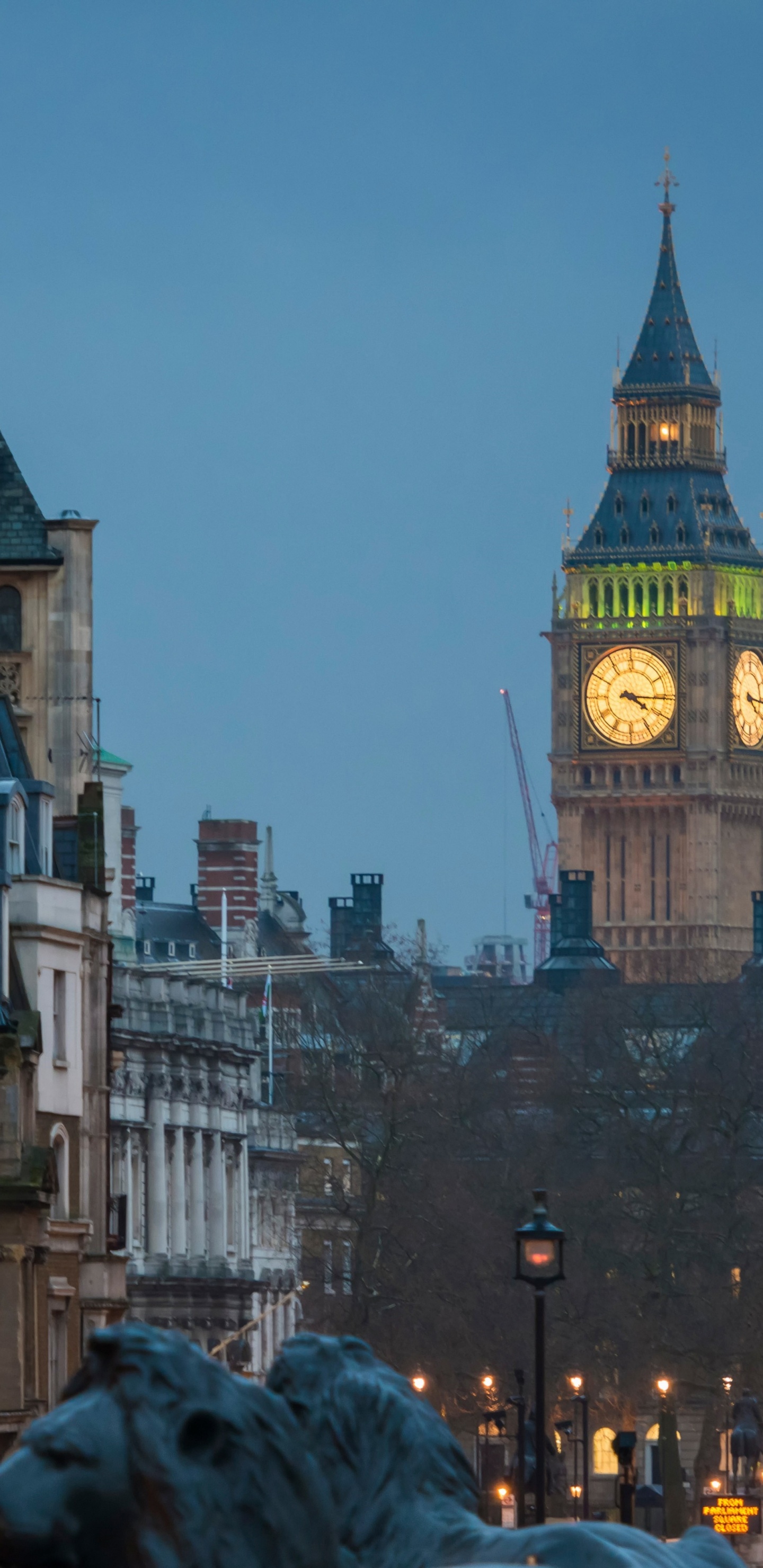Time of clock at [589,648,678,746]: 4:15
